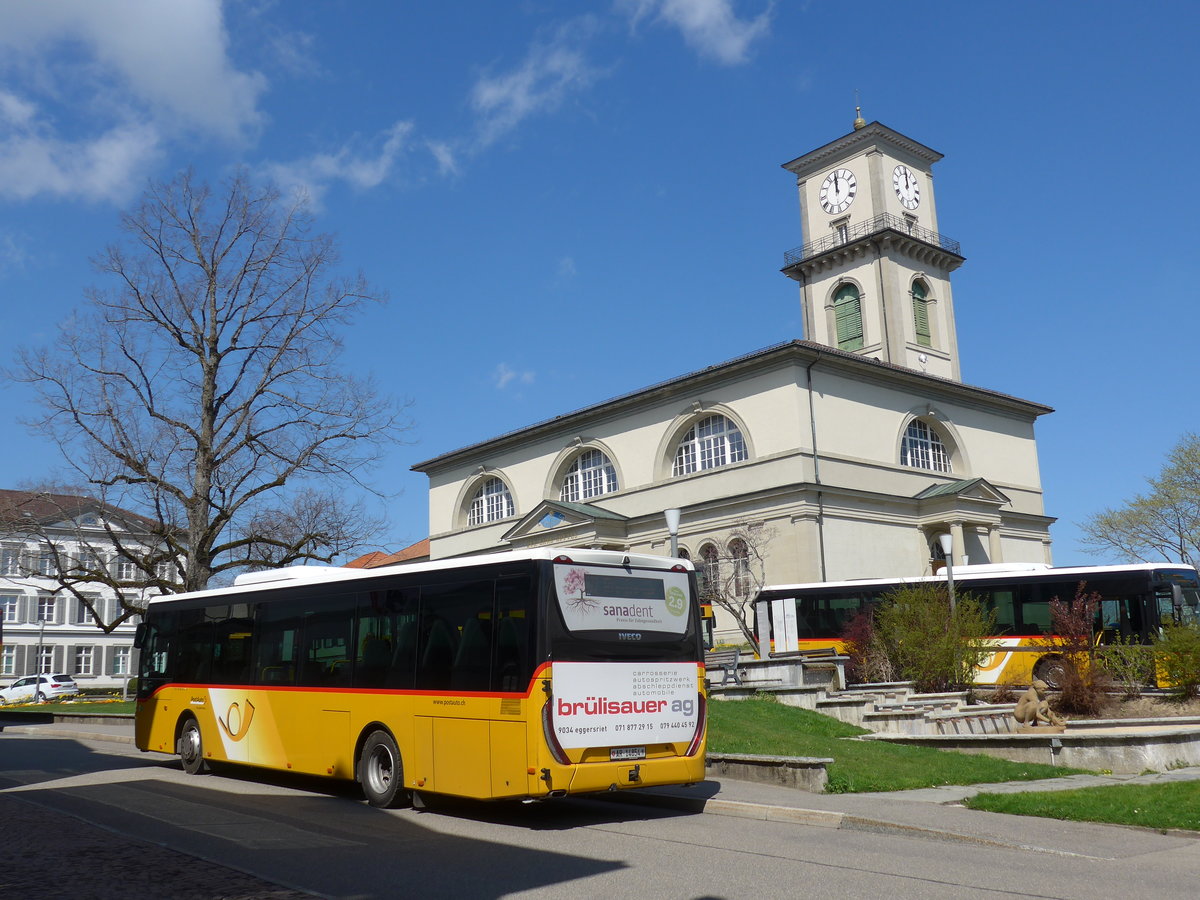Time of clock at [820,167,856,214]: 11:59
